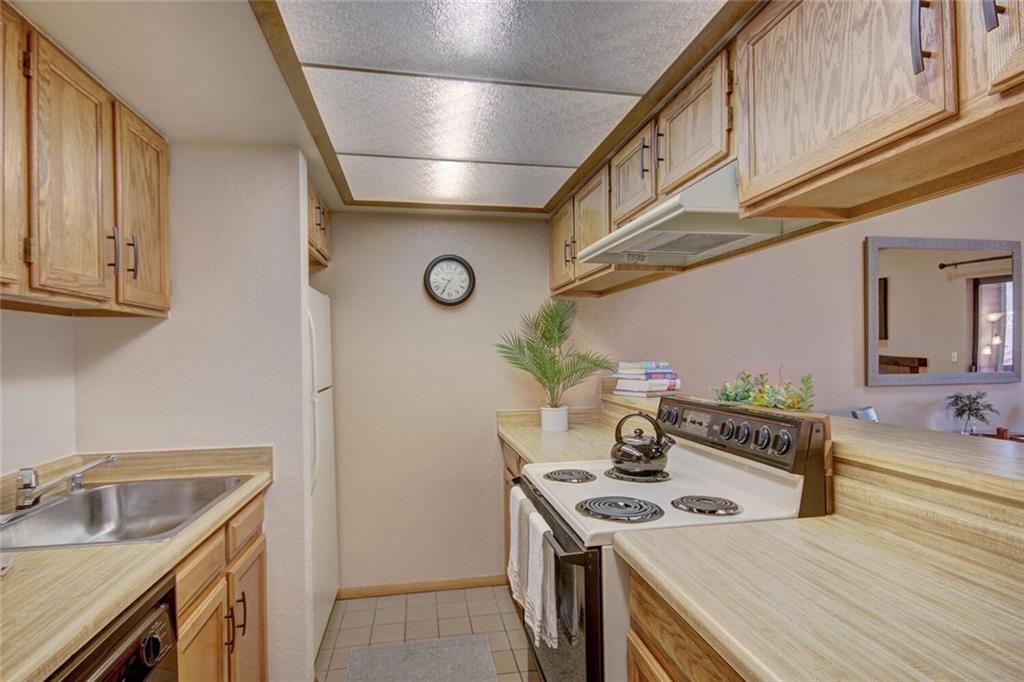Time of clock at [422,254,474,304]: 9:34
